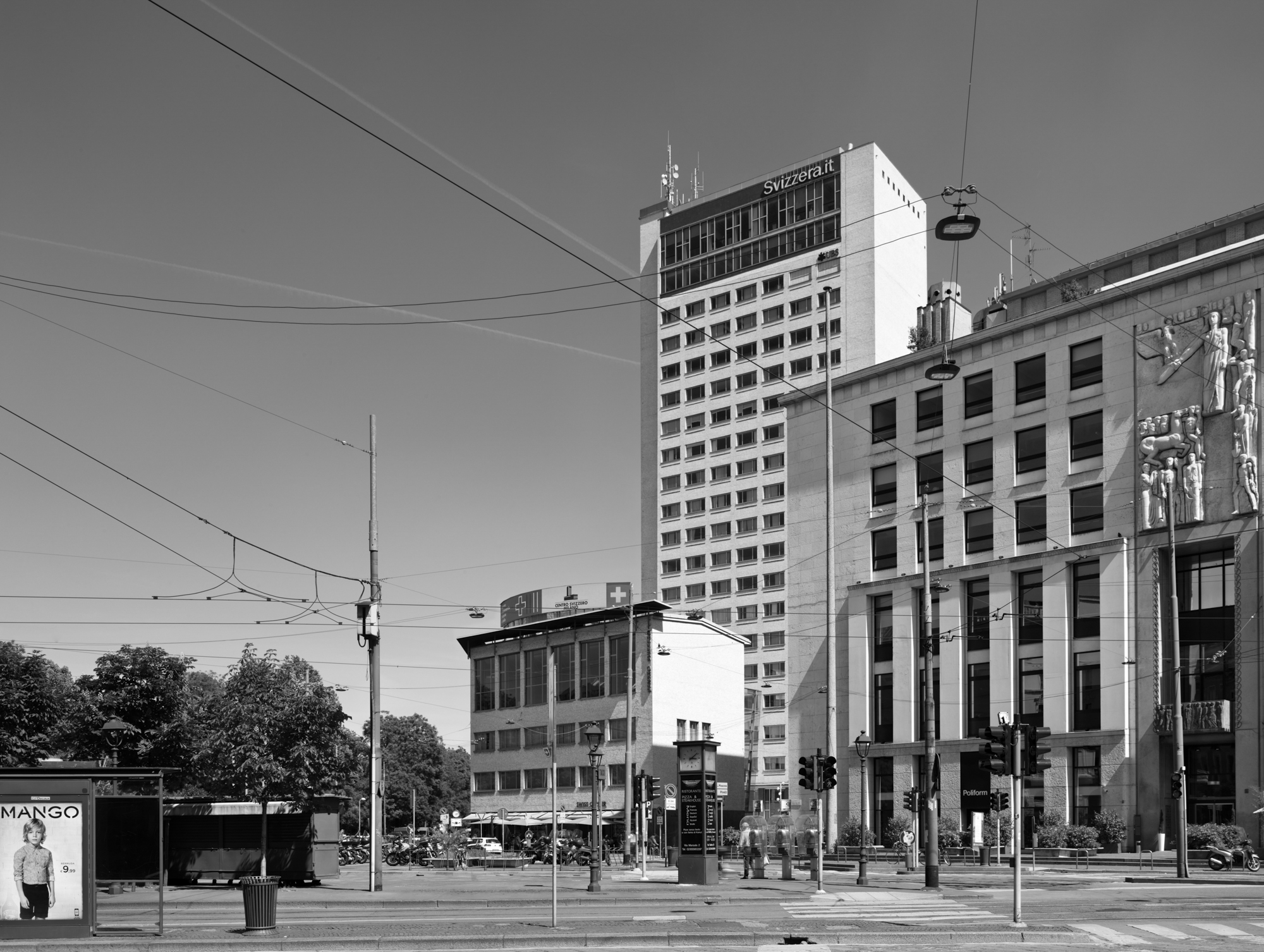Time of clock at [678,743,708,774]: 3:08
